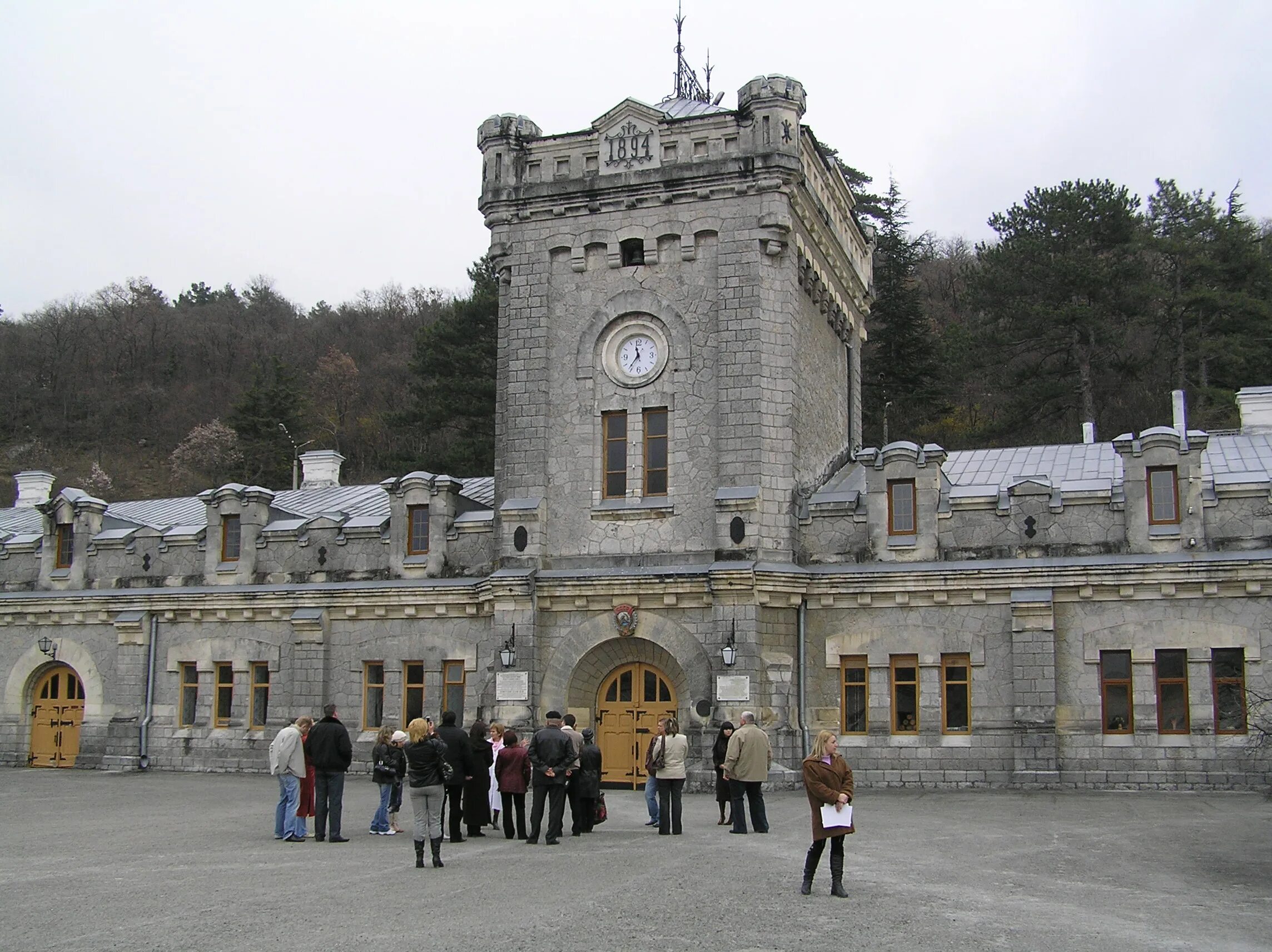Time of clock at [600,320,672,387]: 11:36
